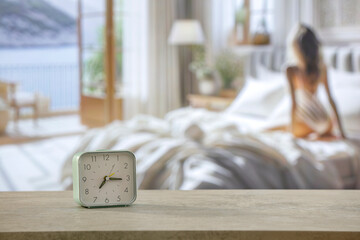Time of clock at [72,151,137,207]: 7:15
